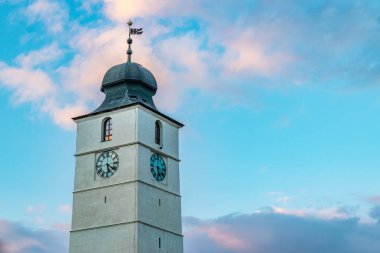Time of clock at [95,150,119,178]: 5:20
